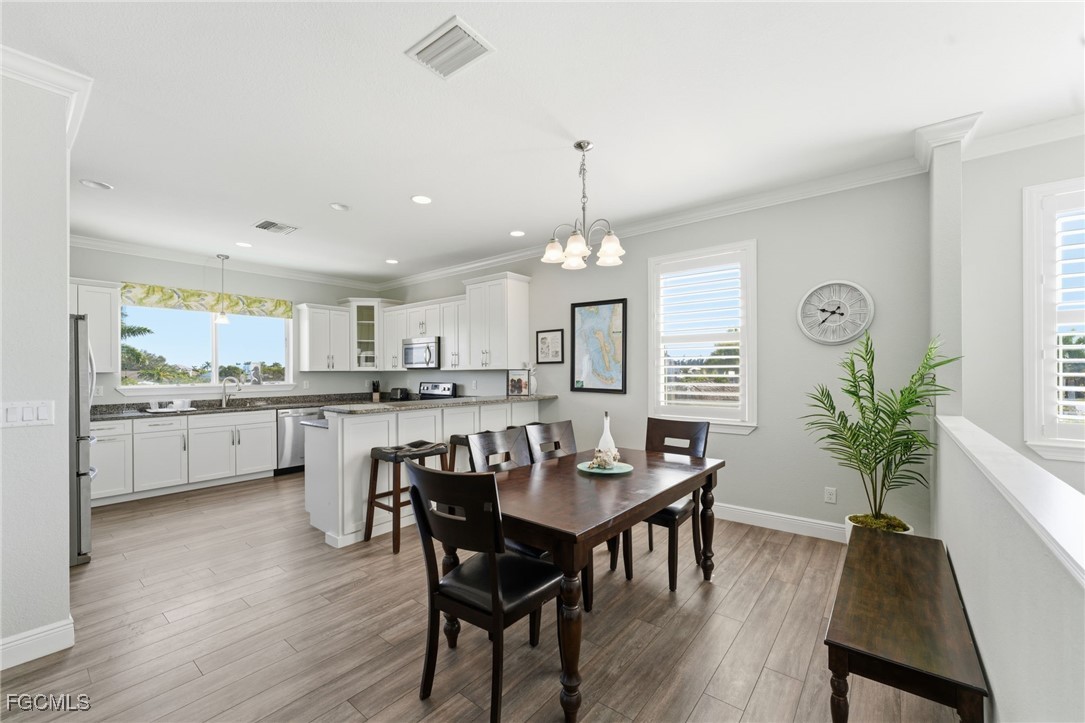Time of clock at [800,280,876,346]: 9:38
